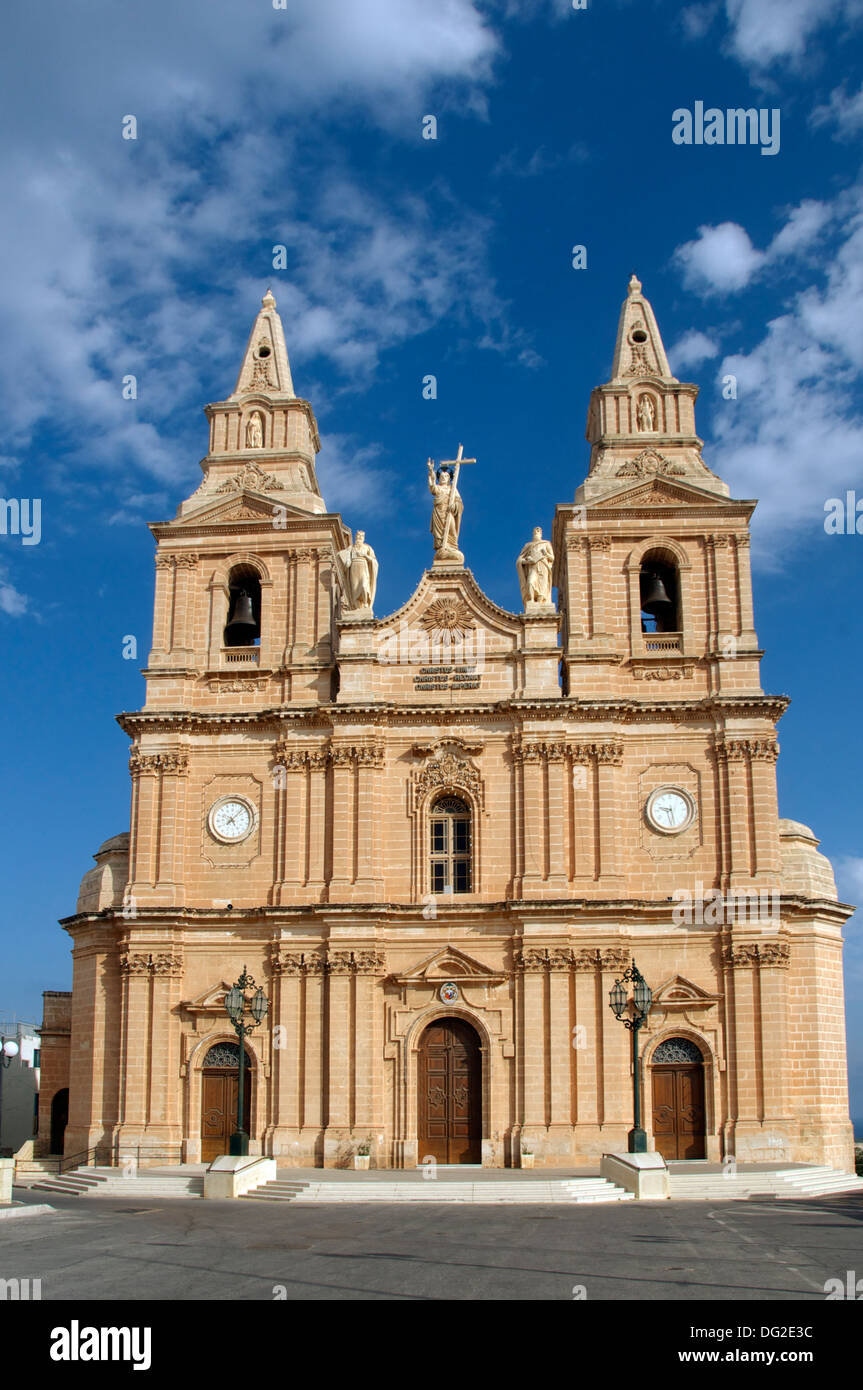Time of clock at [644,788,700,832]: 9:28
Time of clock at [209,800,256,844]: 5:07
